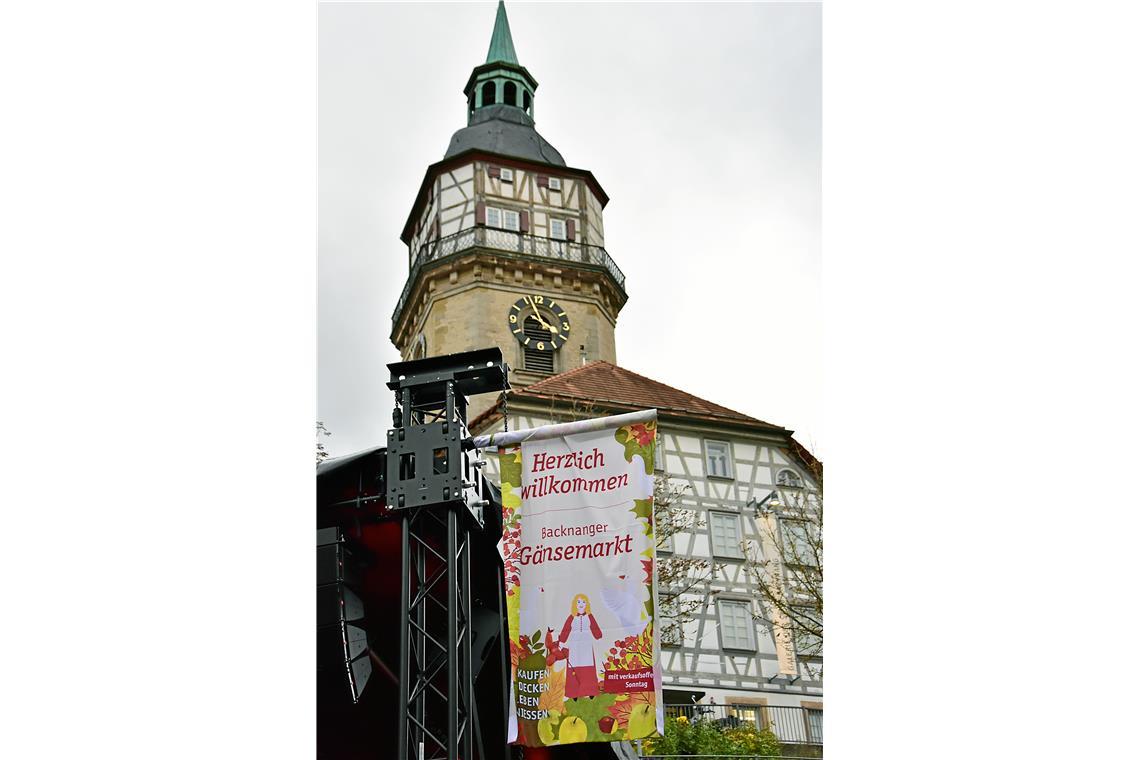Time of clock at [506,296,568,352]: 3:56
